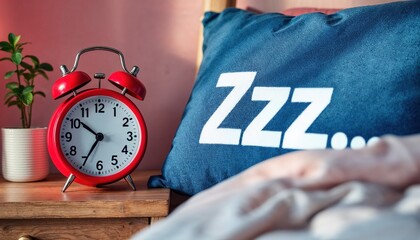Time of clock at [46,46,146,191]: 6:51
